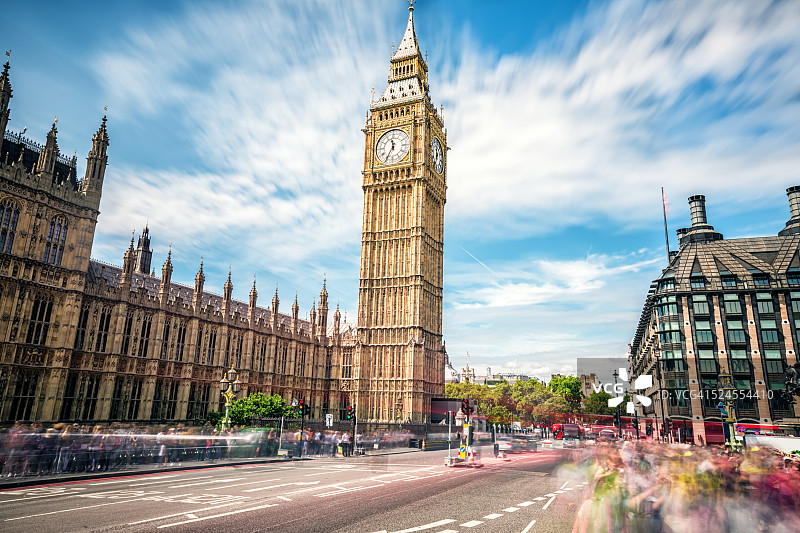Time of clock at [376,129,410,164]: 11:35
